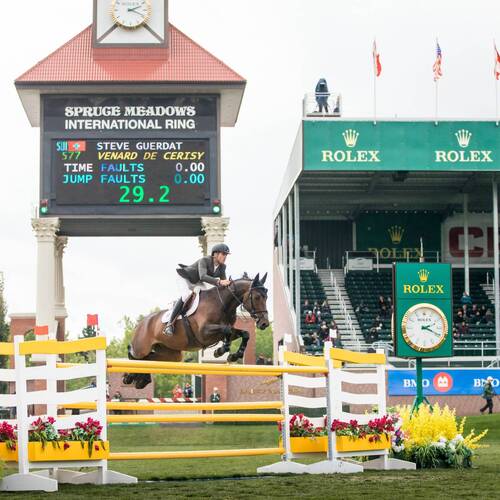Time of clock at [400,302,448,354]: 2:18
